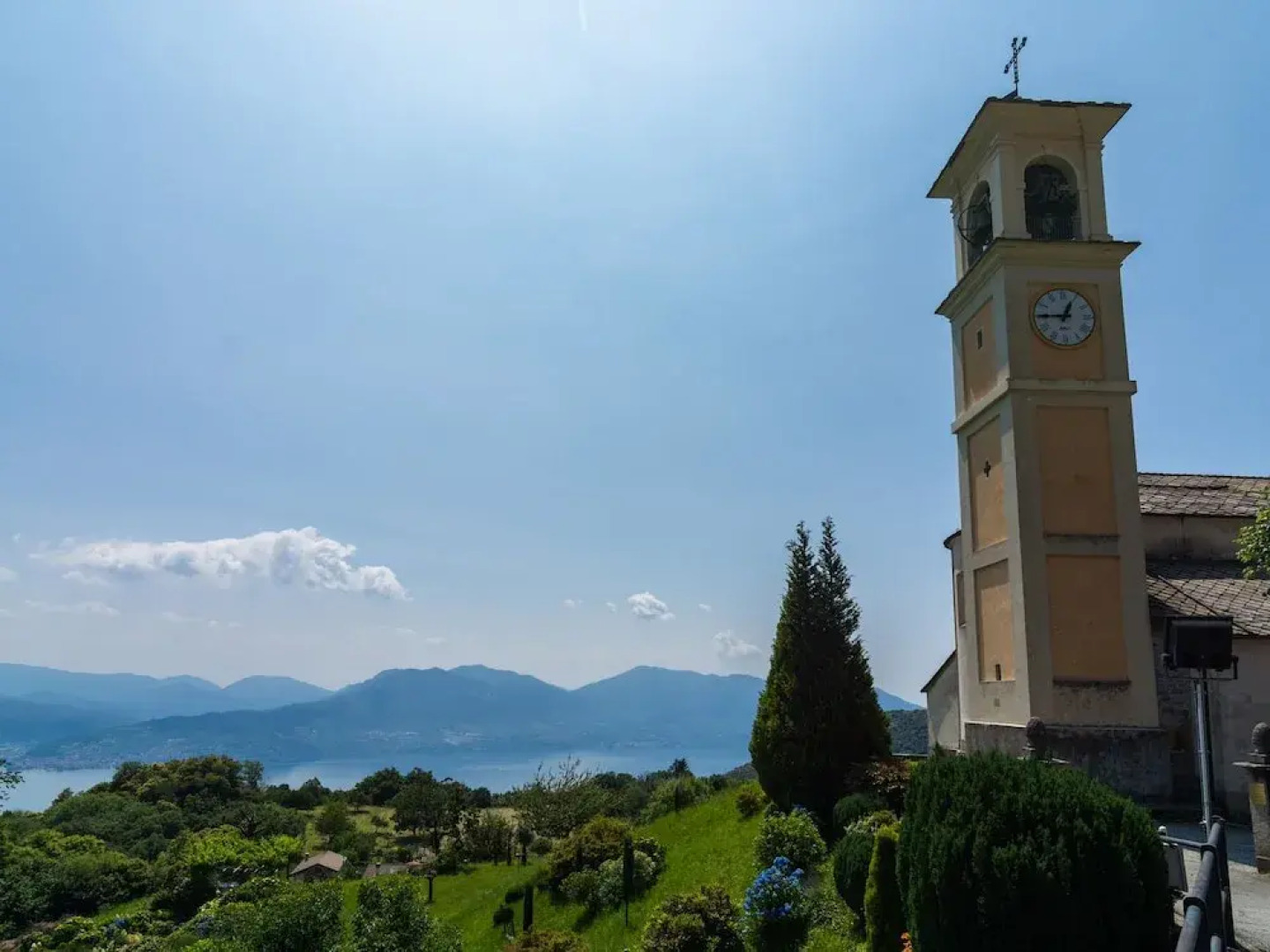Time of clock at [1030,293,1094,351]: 12:45
